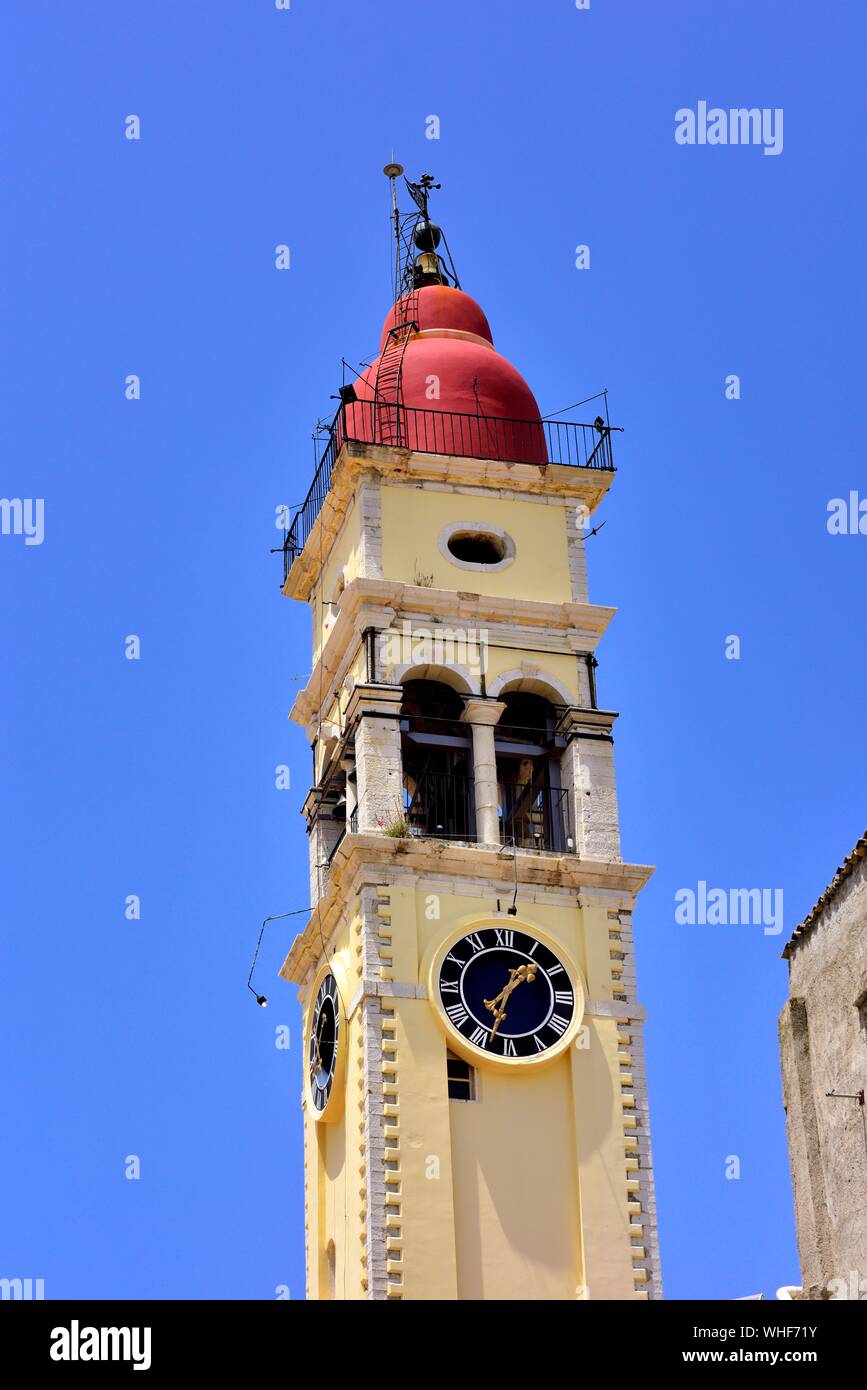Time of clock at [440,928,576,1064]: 1:33
